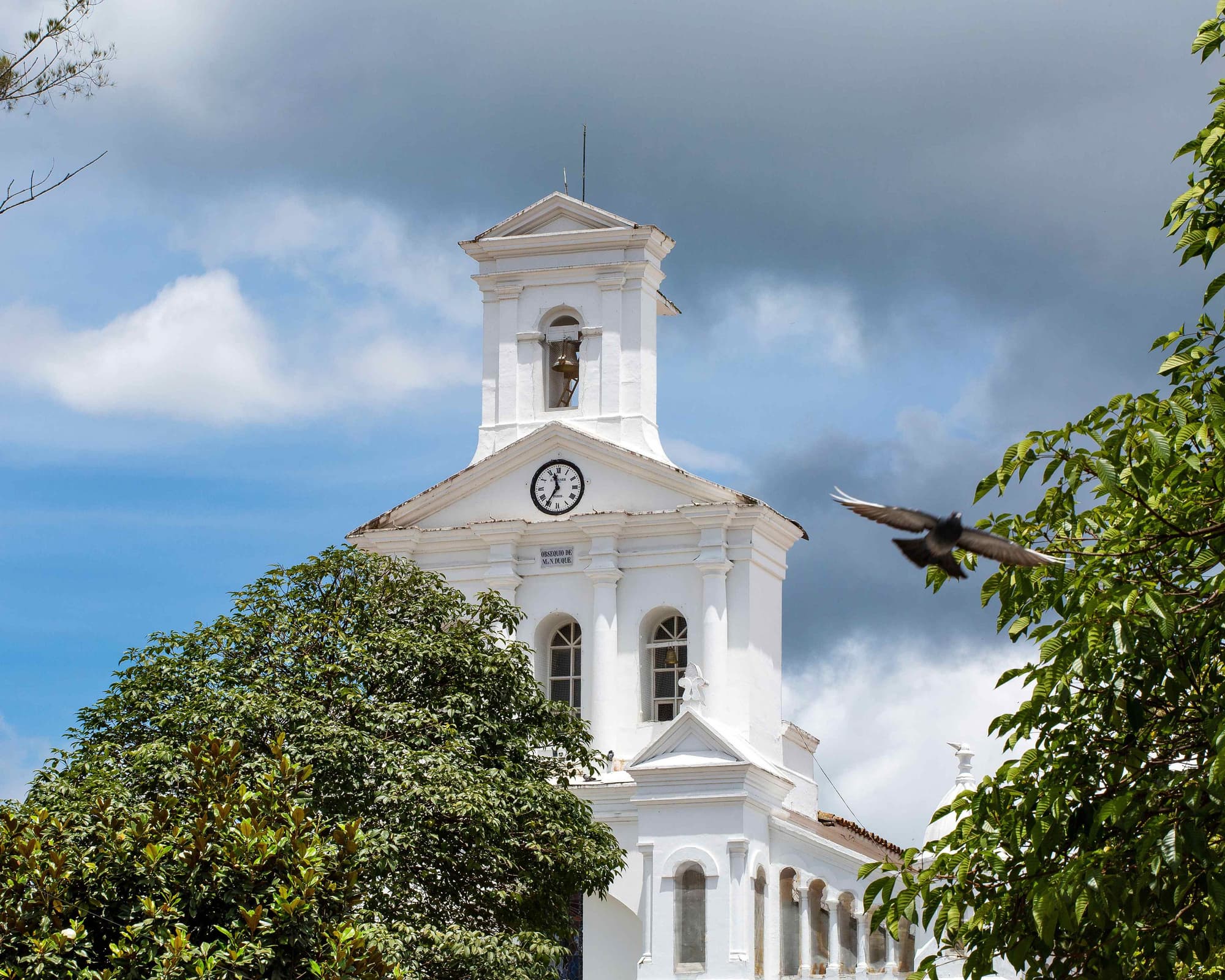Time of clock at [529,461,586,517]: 11:35
